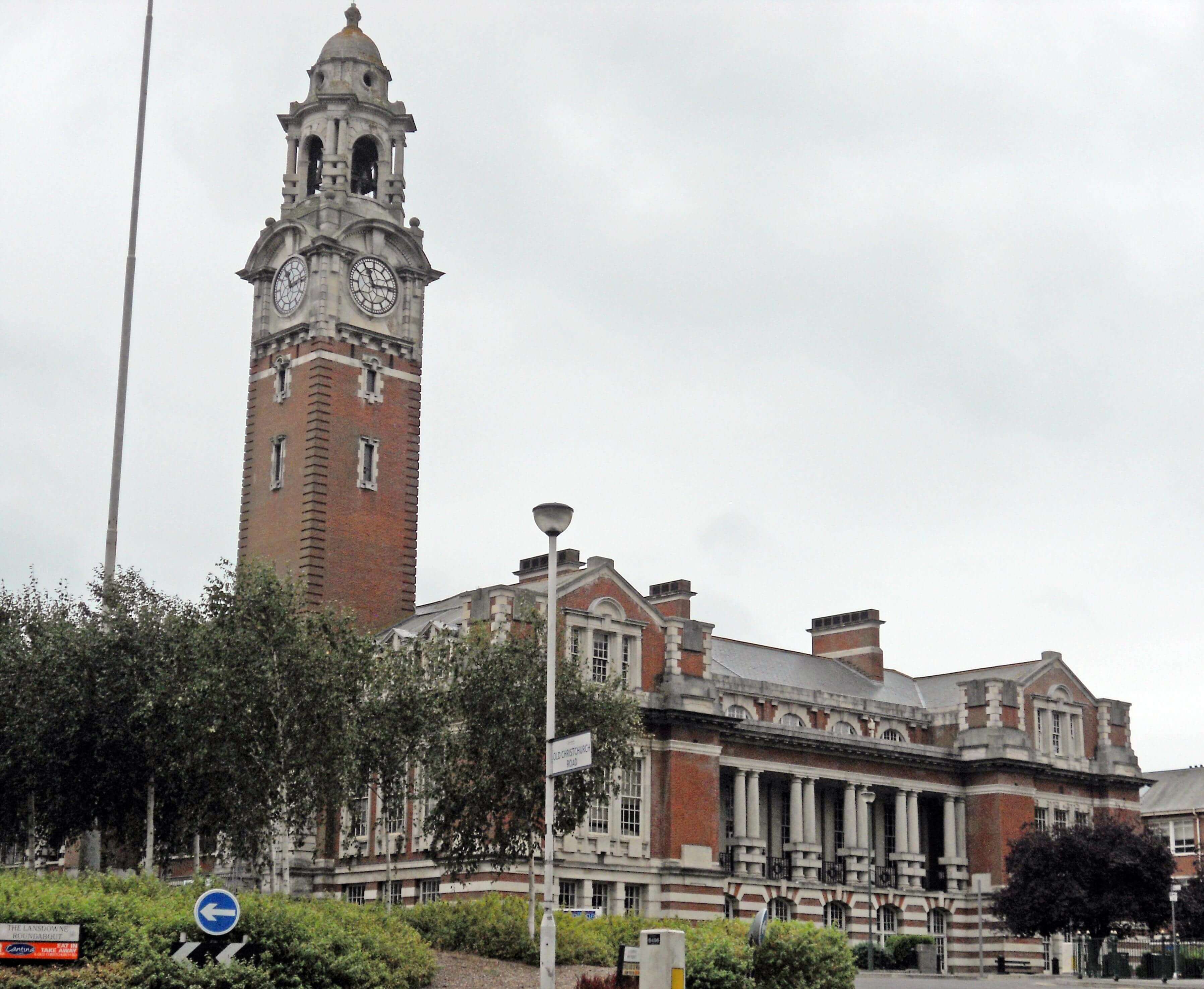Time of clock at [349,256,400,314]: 11:13
